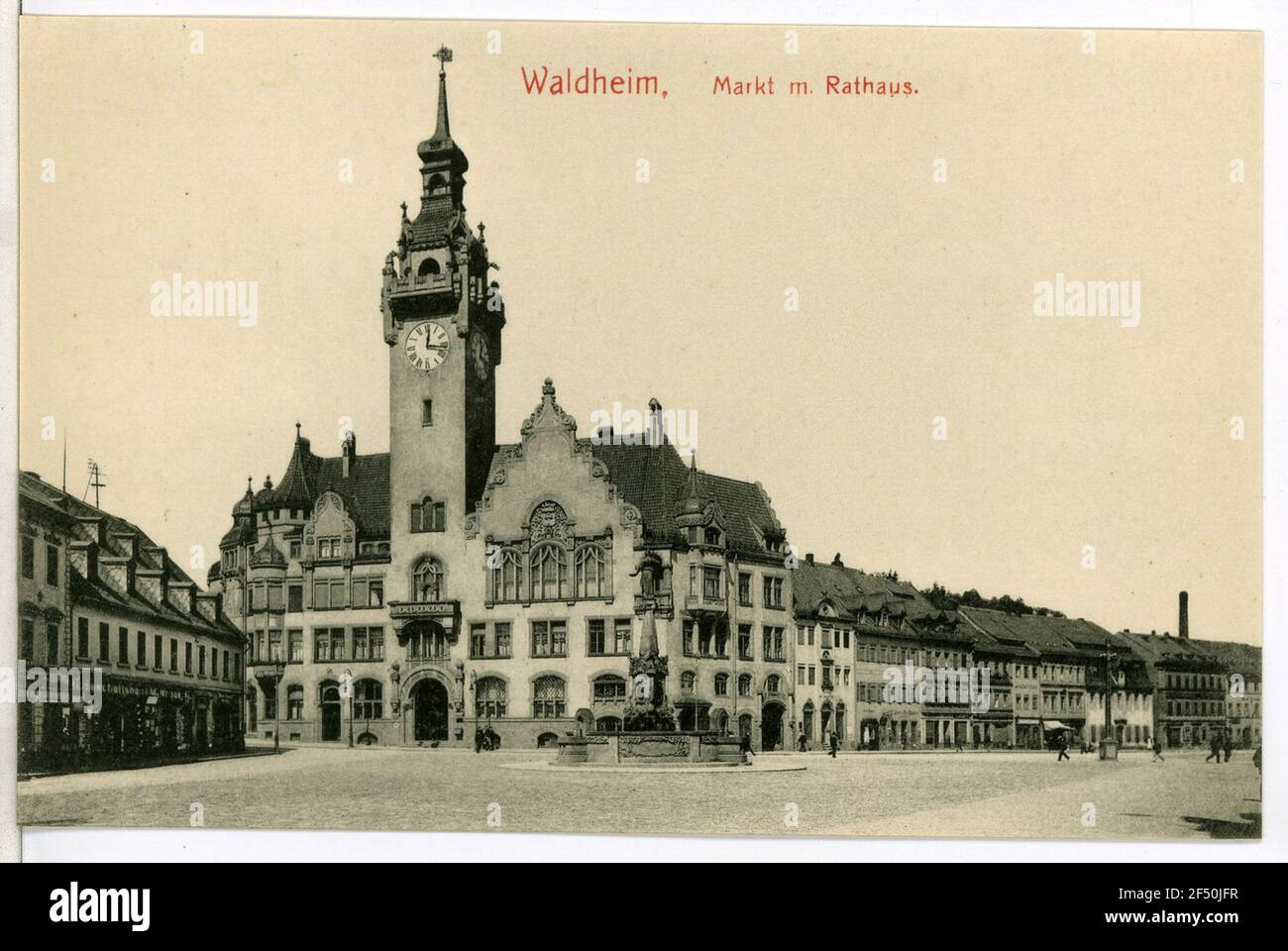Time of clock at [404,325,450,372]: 12:16
